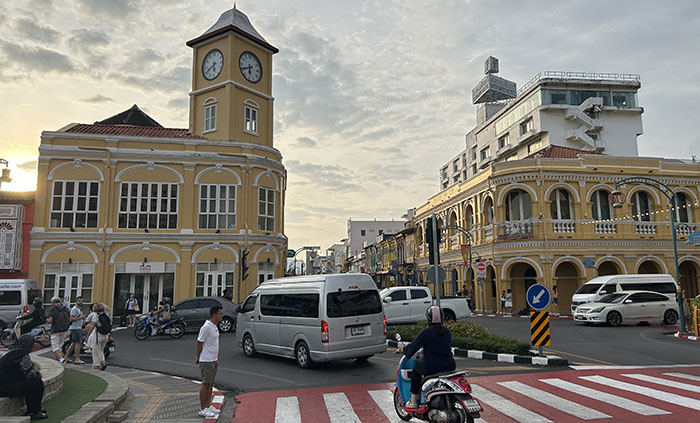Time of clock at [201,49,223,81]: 5:40
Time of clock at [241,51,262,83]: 6:41
